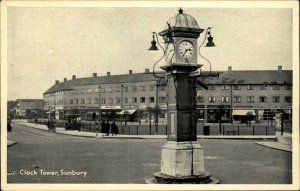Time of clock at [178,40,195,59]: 2:36
